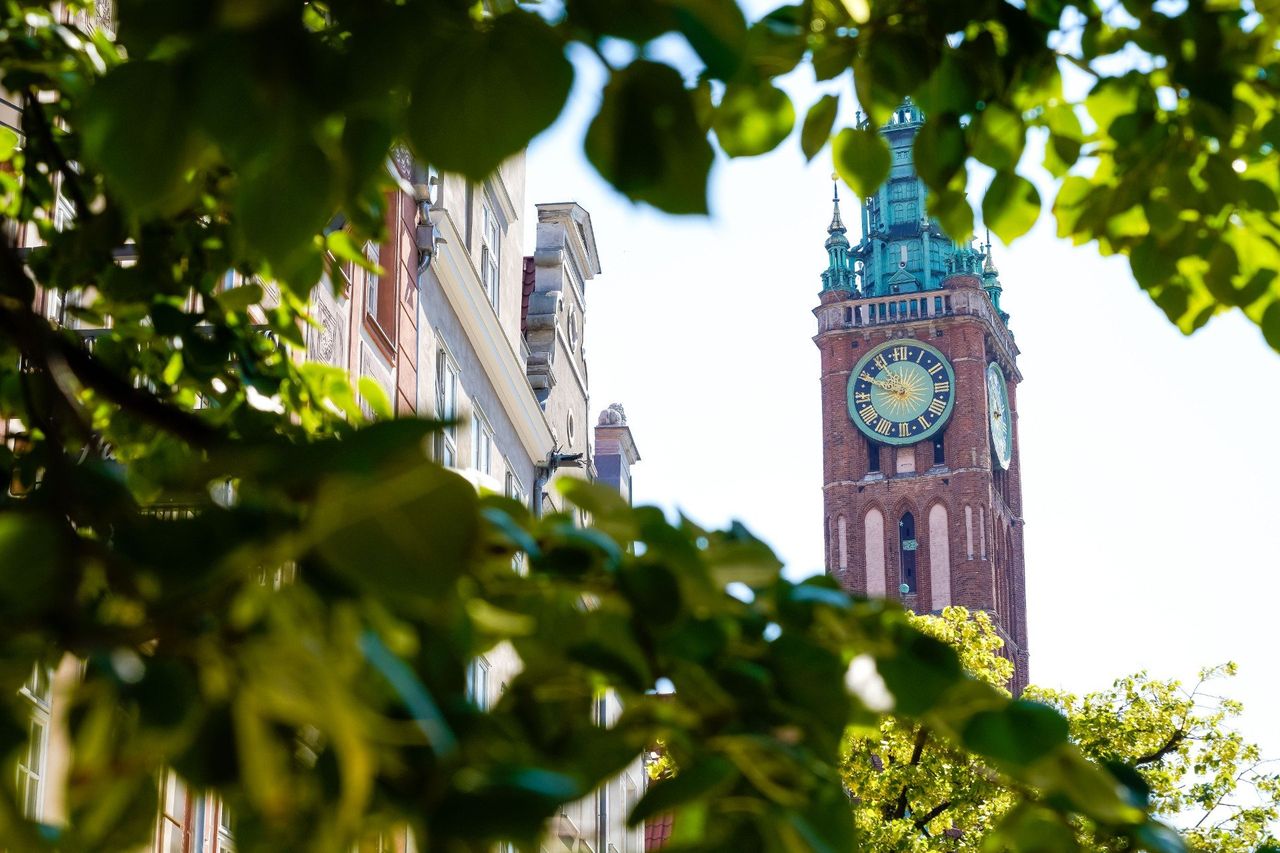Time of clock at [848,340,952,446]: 12:48
